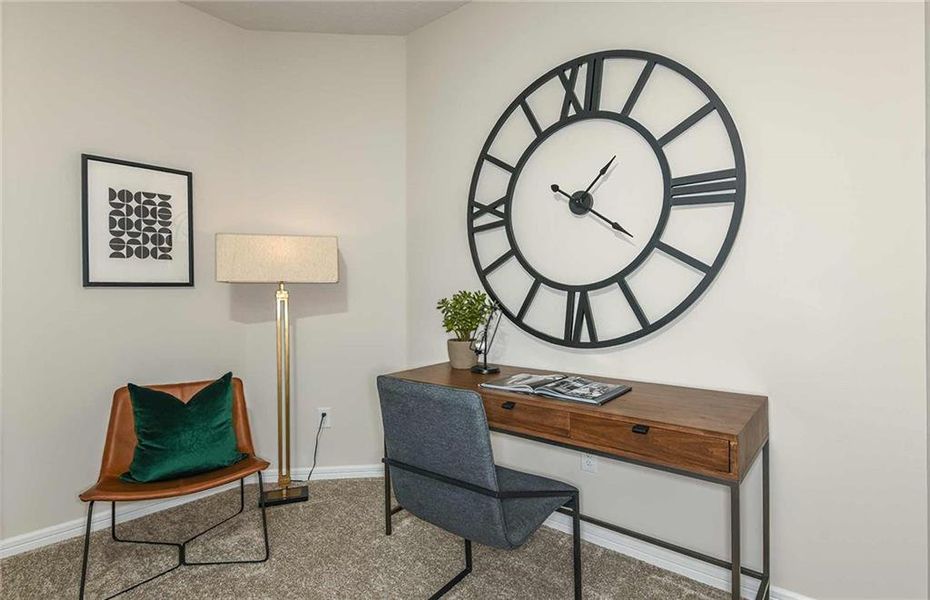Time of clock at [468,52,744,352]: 1:20
